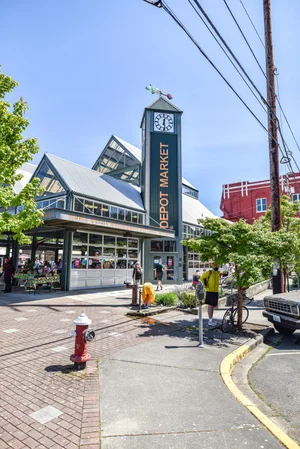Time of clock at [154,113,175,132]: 12:28
